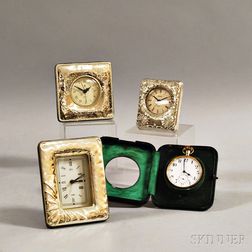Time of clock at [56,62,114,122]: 1:49
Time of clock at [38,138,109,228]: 3:12
